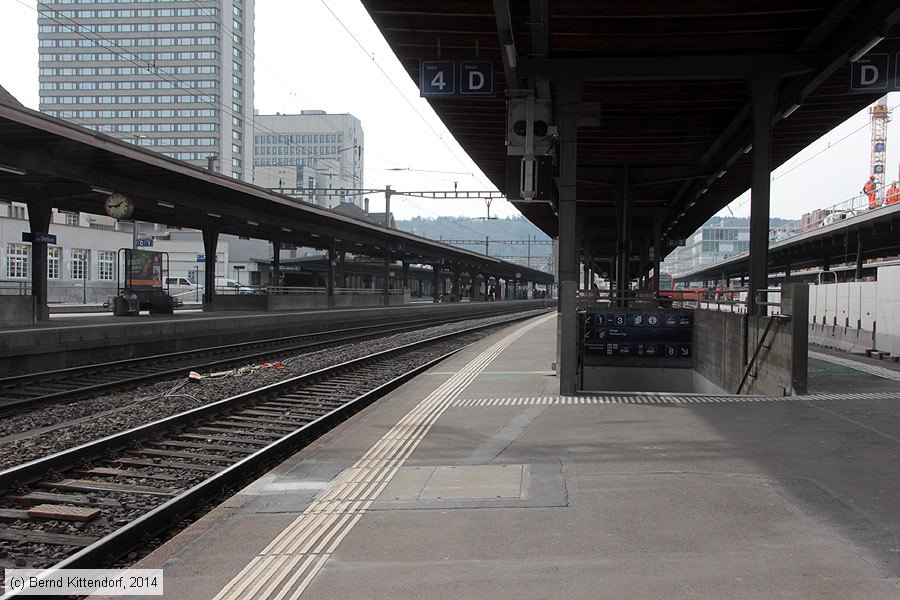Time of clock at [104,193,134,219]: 1:43
